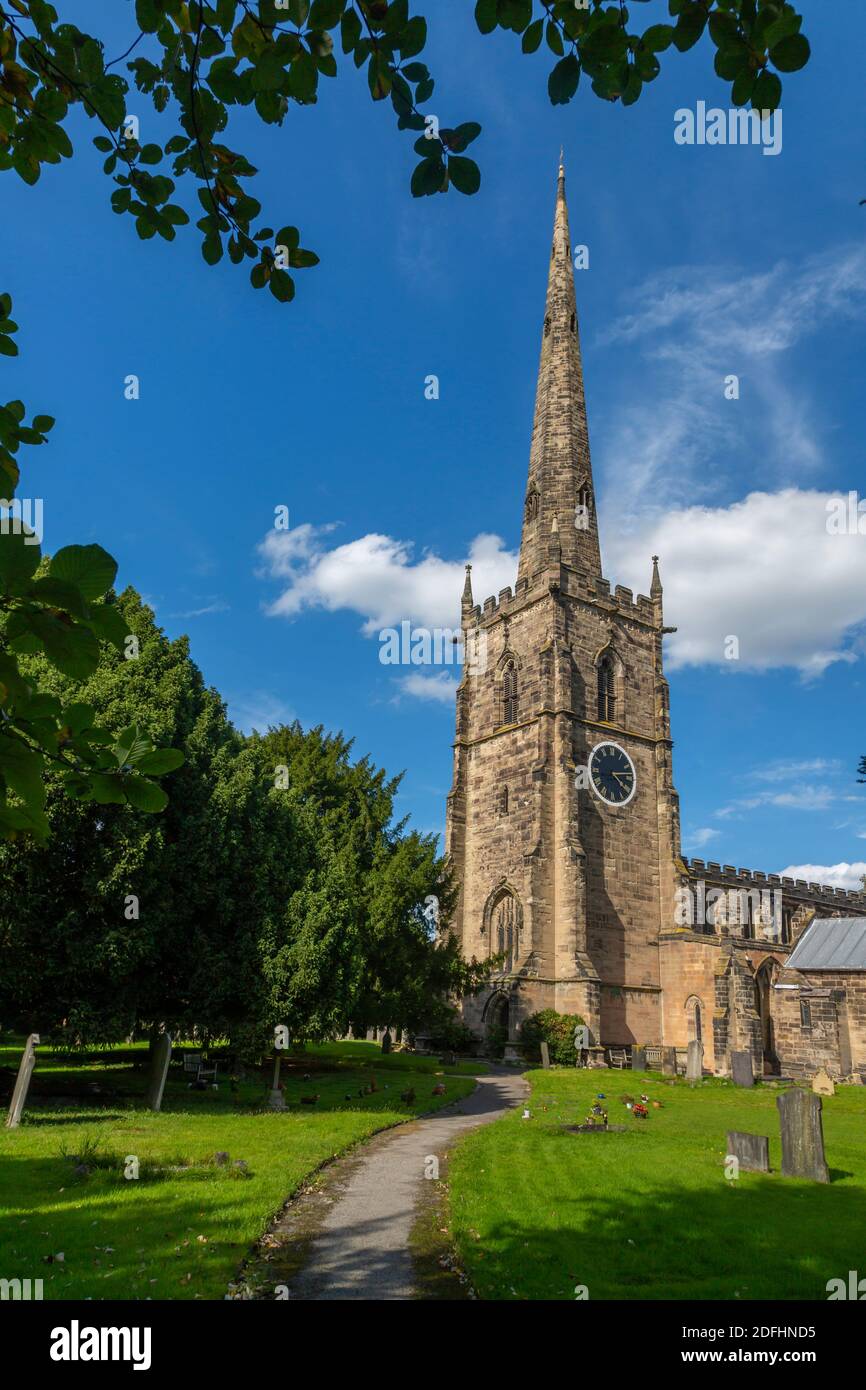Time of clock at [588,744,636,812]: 4:13
